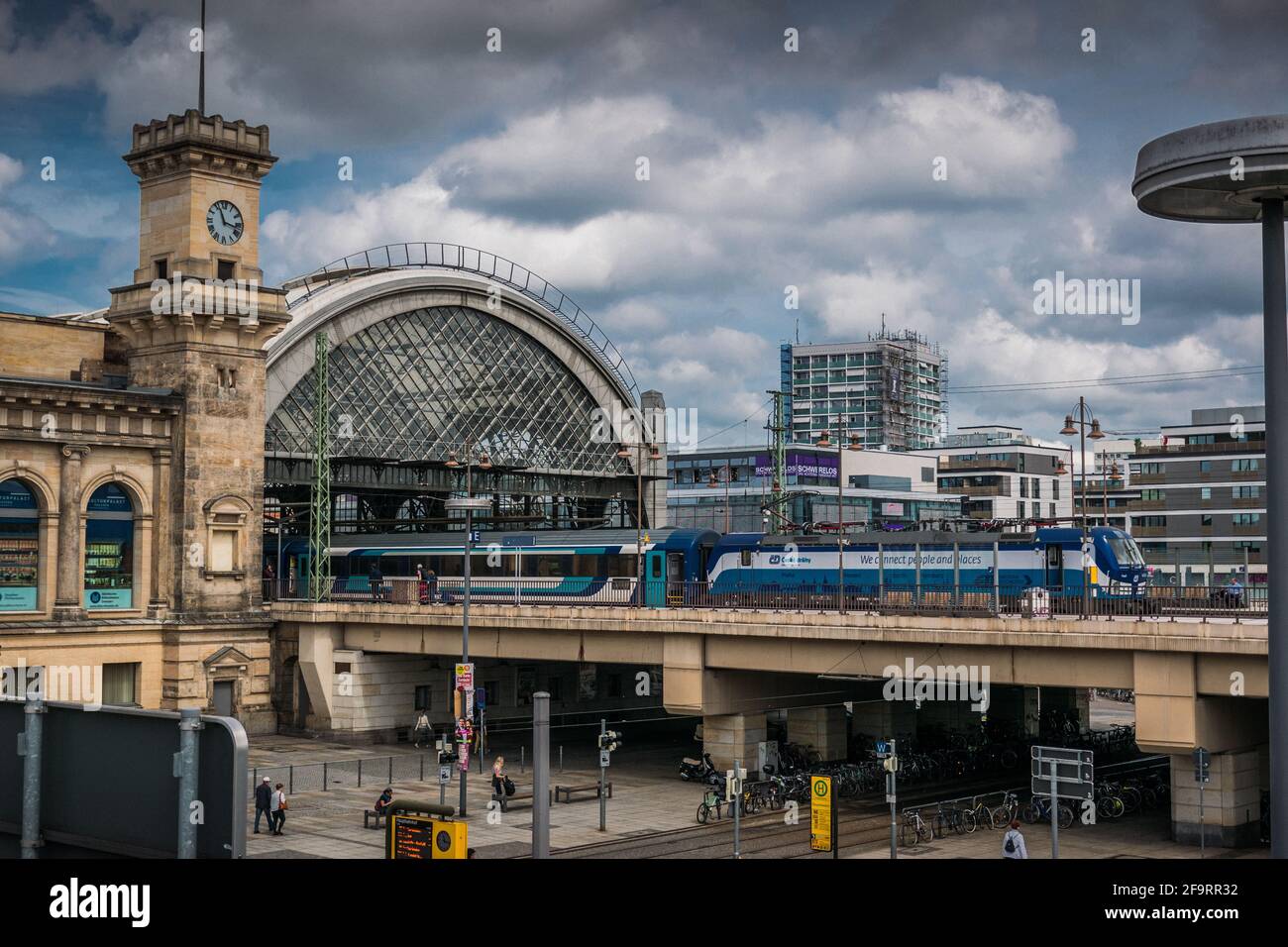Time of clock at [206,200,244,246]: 11:17
